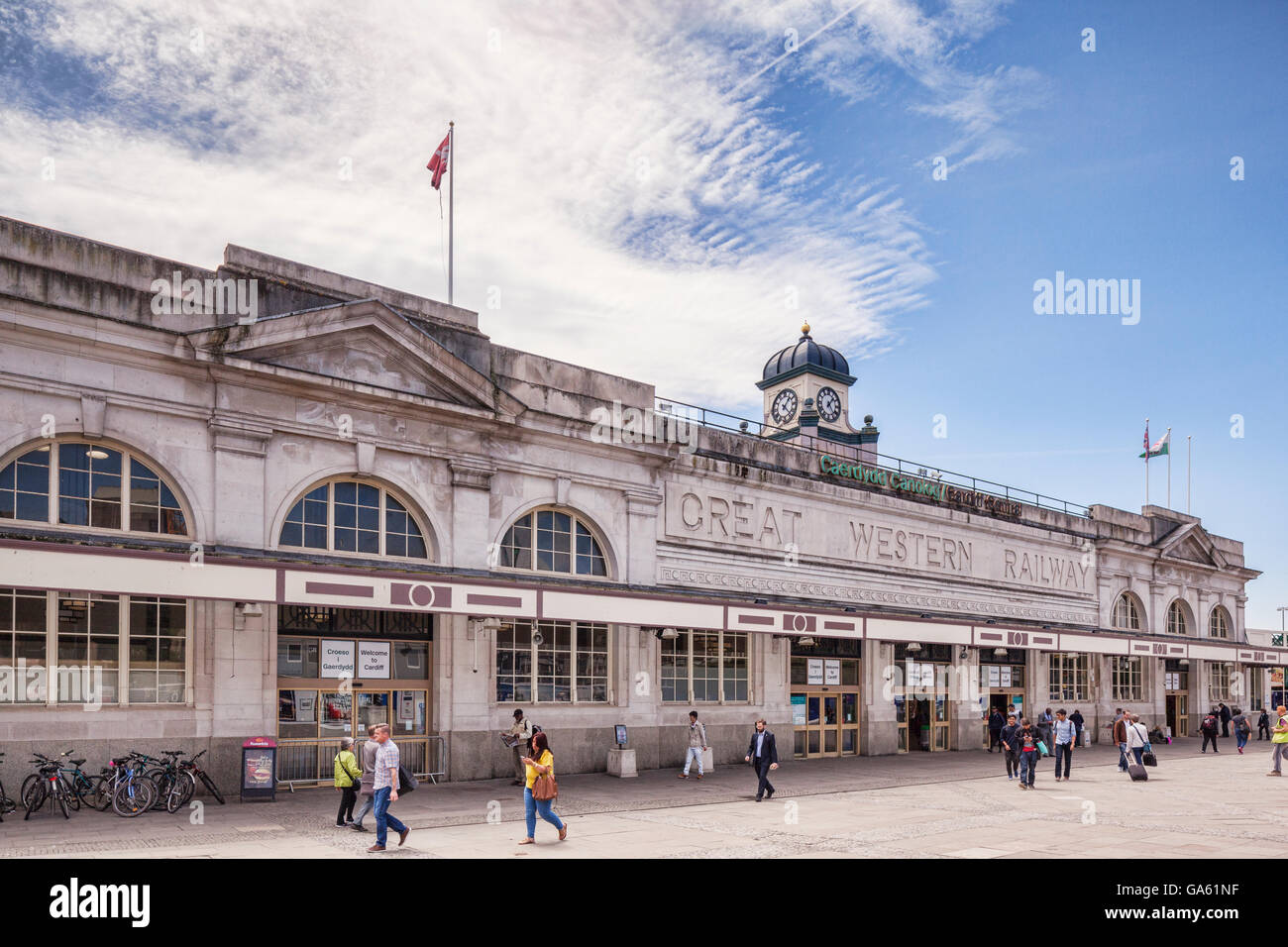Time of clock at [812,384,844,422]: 1:23
